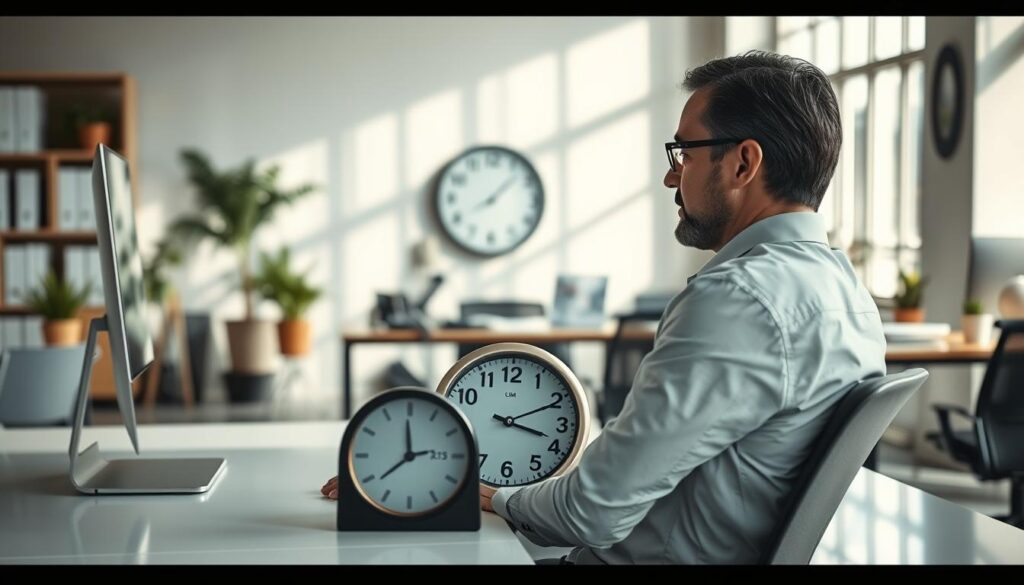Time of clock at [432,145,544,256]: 8:07
